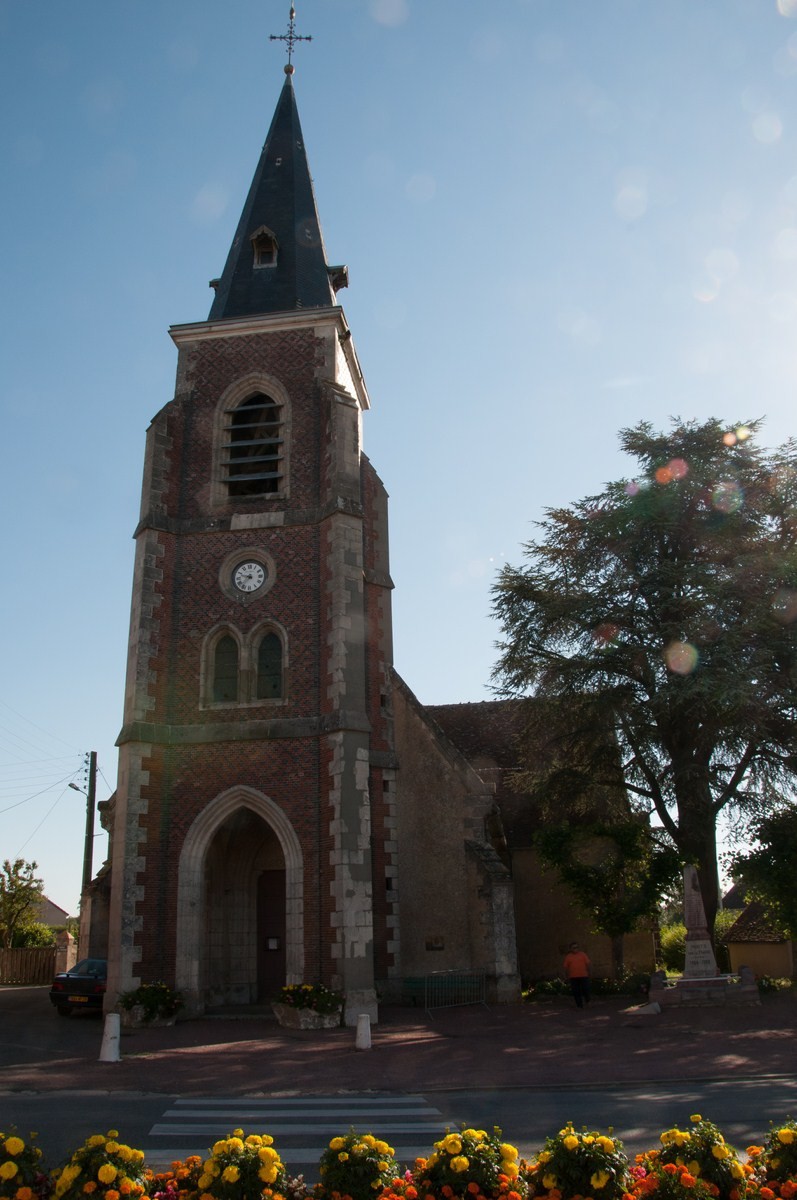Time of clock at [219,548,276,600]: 9:36
